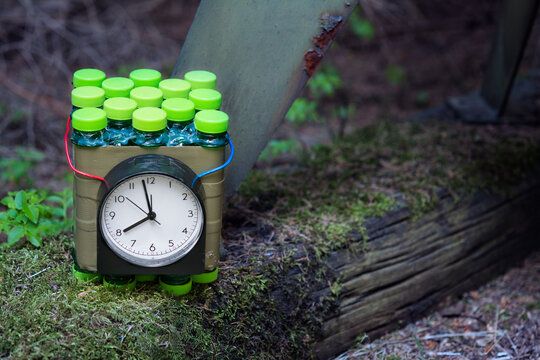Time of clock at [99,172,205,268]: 7:57
